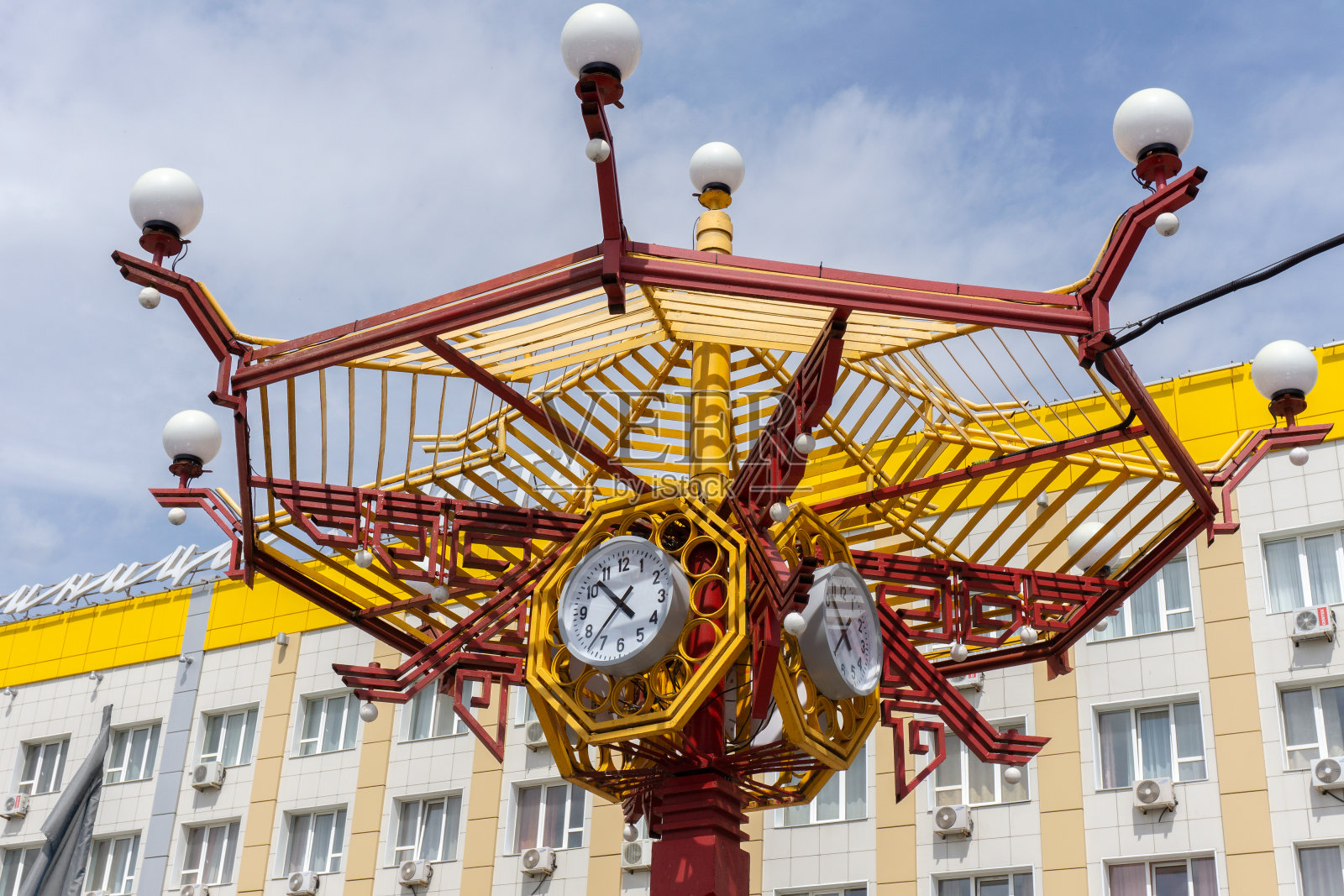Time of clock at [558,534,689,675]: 10:37
